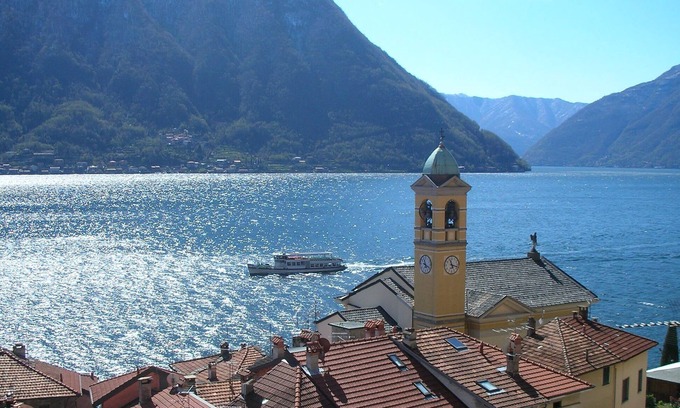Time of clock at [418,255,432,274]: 11:19
